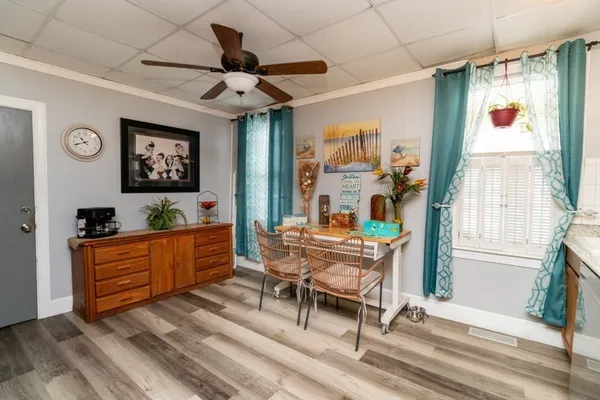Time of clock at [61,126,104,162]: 10:41
